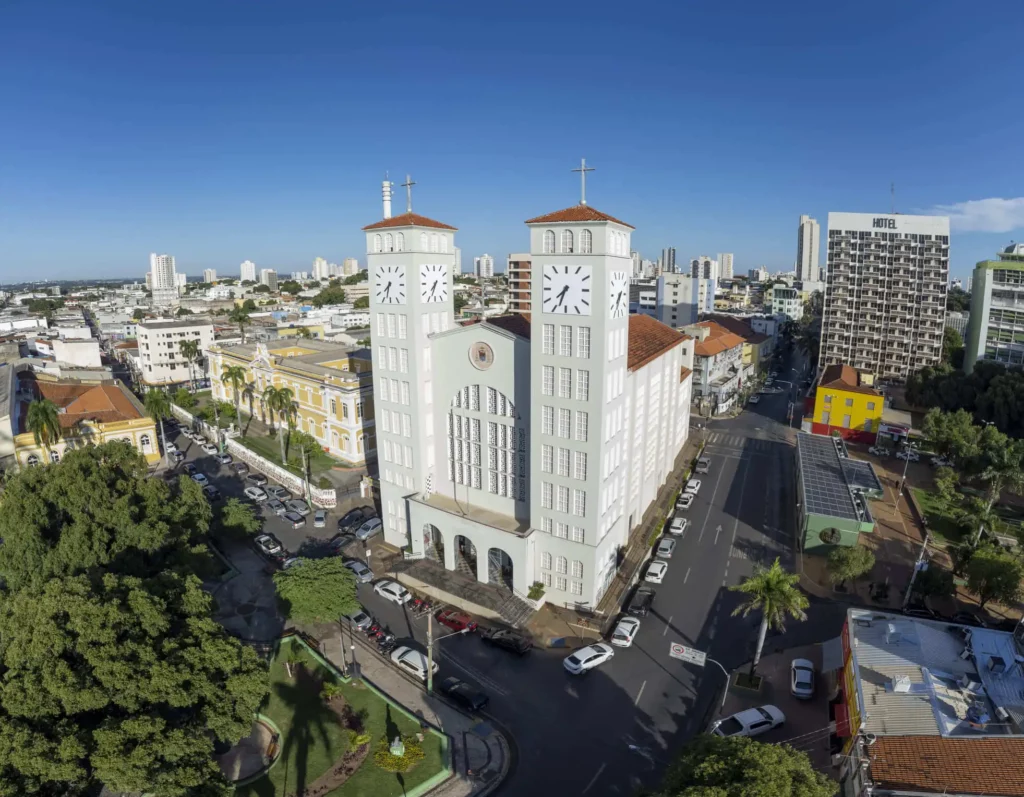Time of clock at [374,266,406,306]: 7:32
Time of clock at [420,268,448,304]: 7:33
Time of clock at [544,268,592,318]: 7:33
